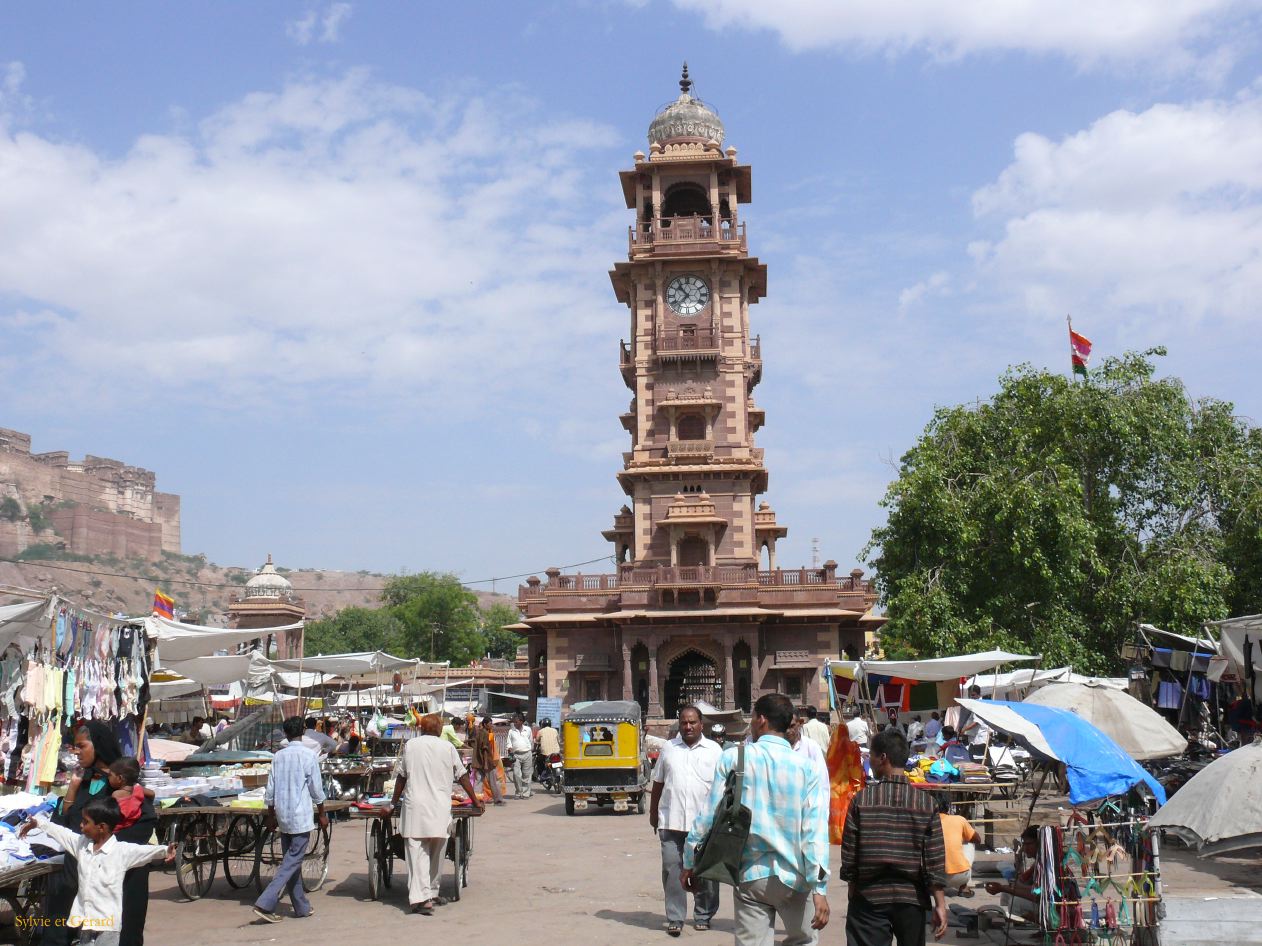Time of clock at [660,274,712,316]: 10:37
